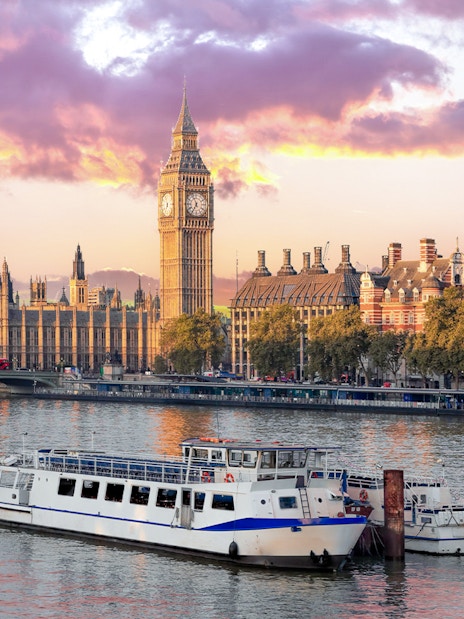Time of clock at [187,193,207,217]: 6:56
